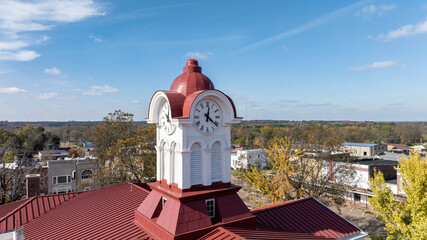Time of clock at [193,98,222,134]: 12:21
